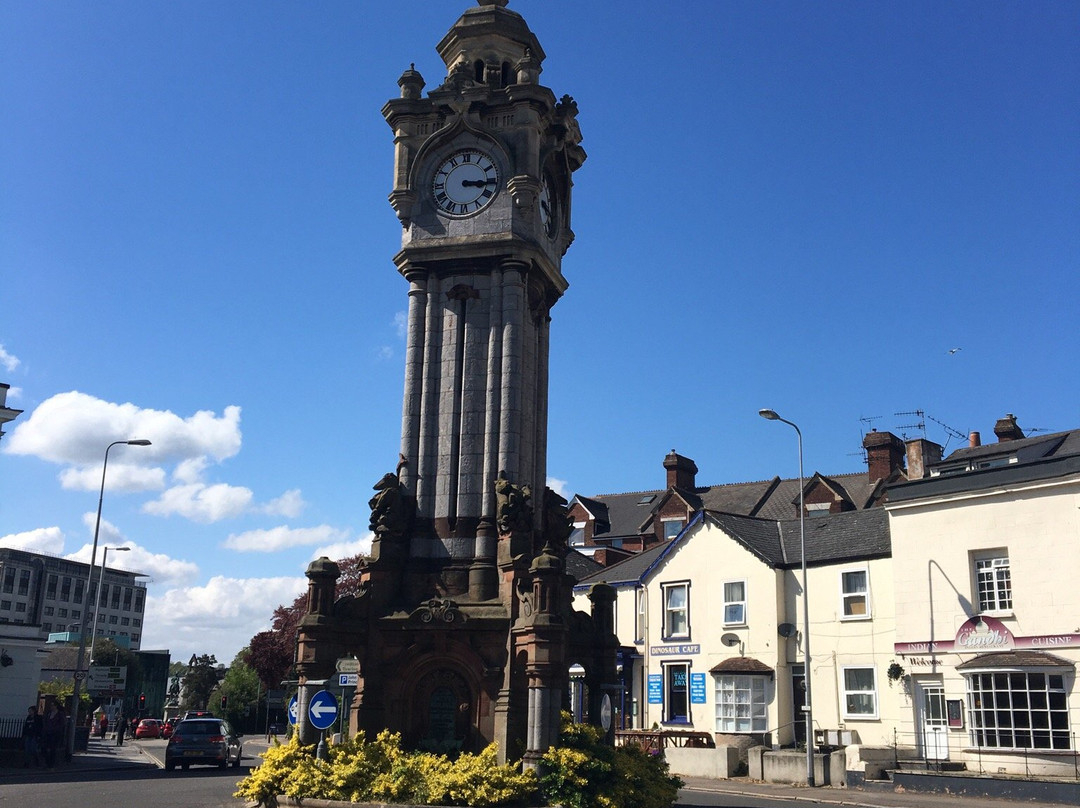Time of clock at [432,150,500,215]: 3:15
